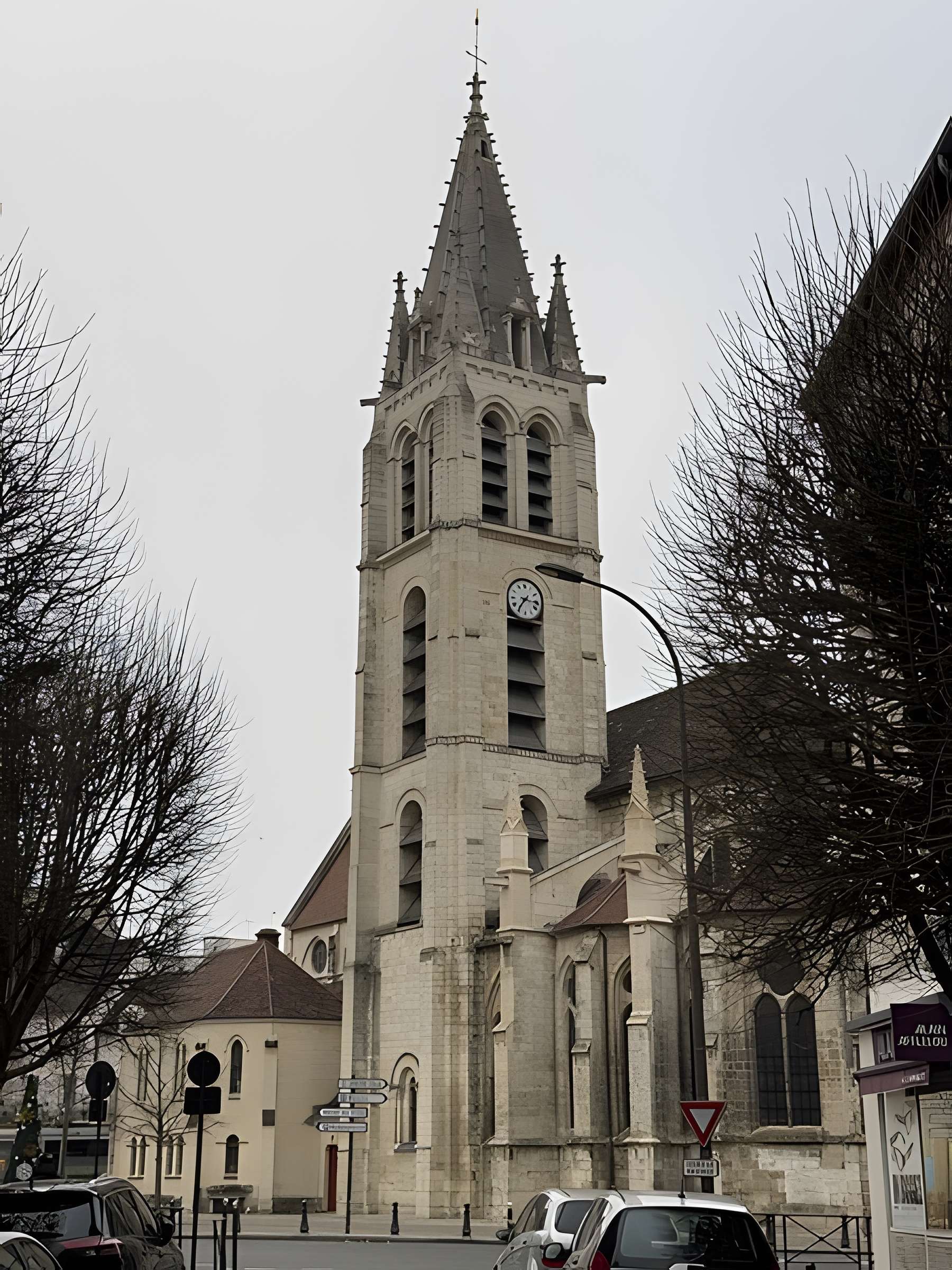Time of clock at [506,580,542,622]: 7:15
